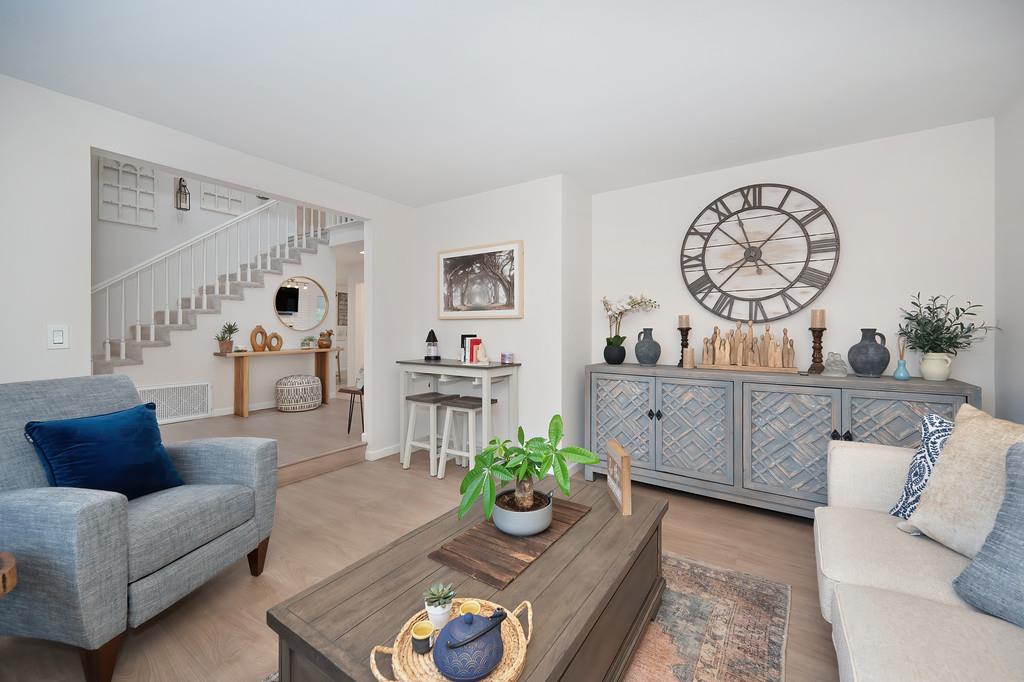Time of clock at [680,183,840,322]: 8:07
